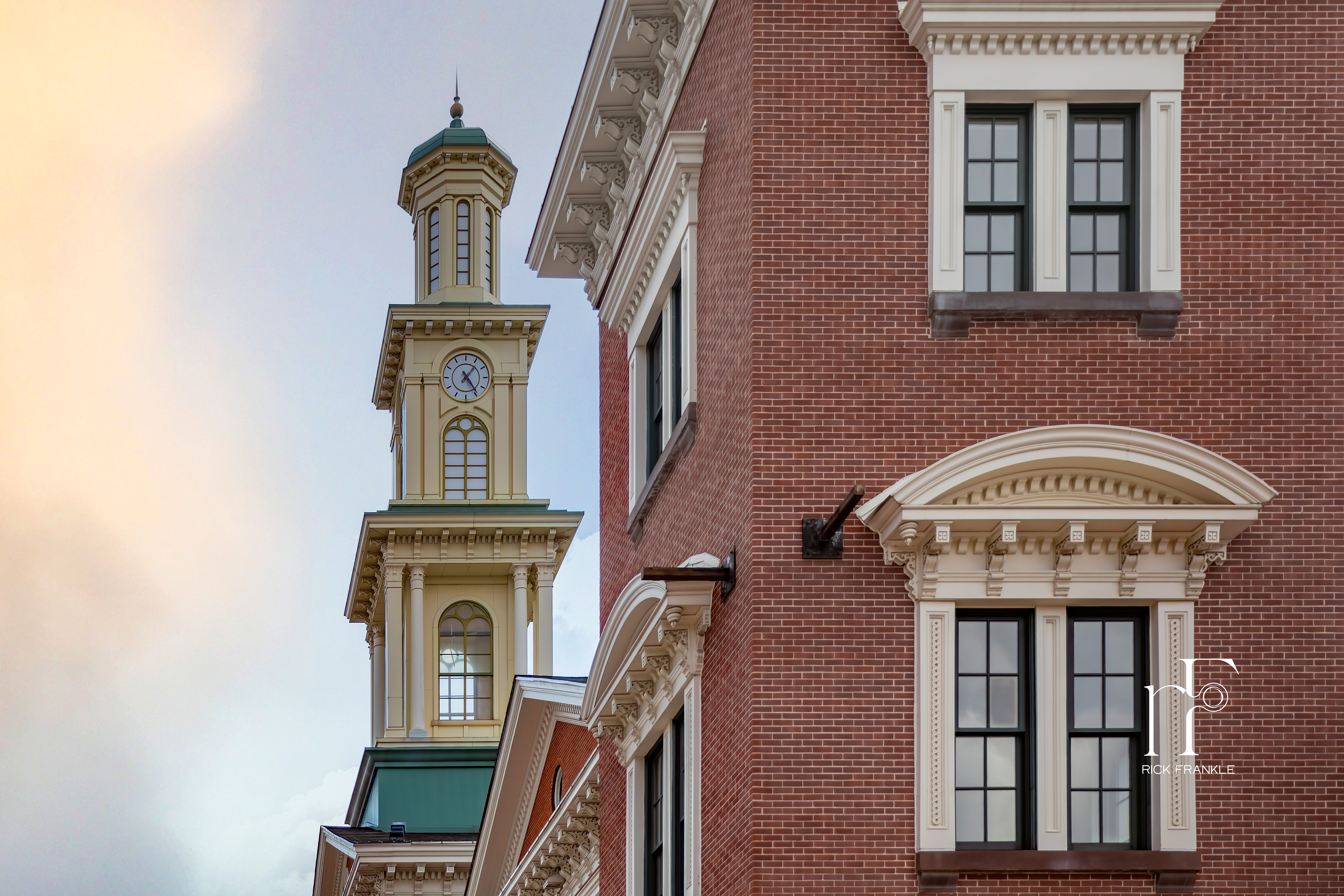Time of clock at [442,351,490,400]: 1:24
